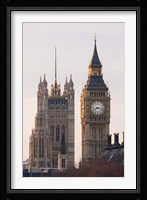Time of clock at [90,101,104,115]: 8:17
